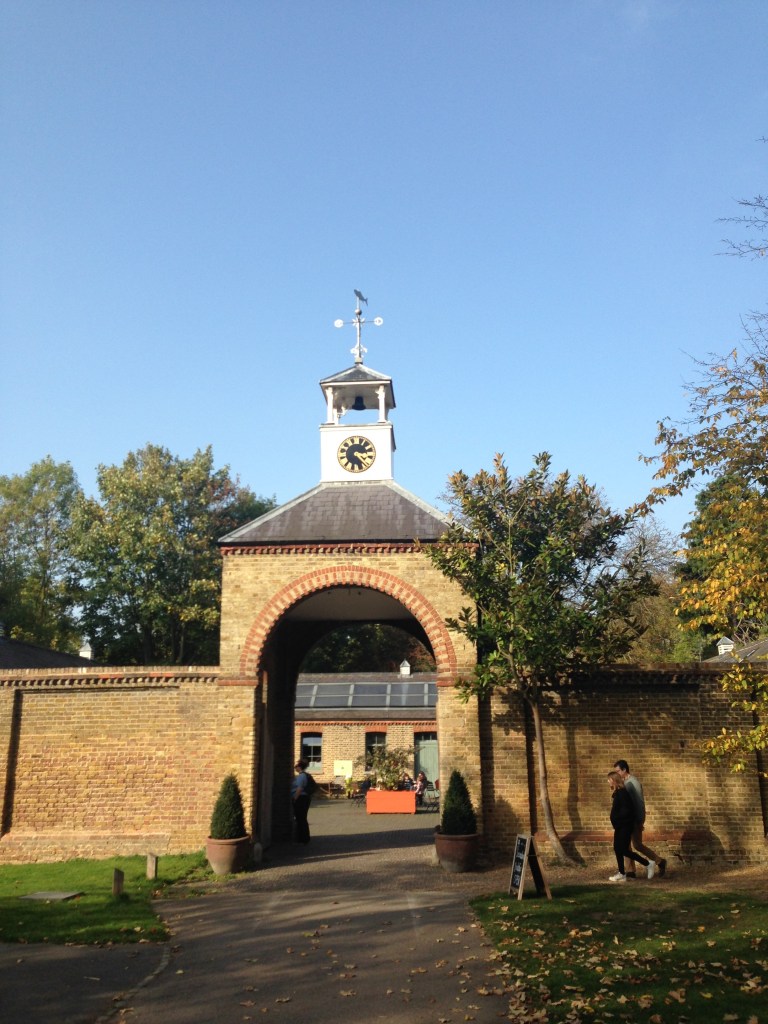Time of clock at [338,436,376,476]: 3:22
